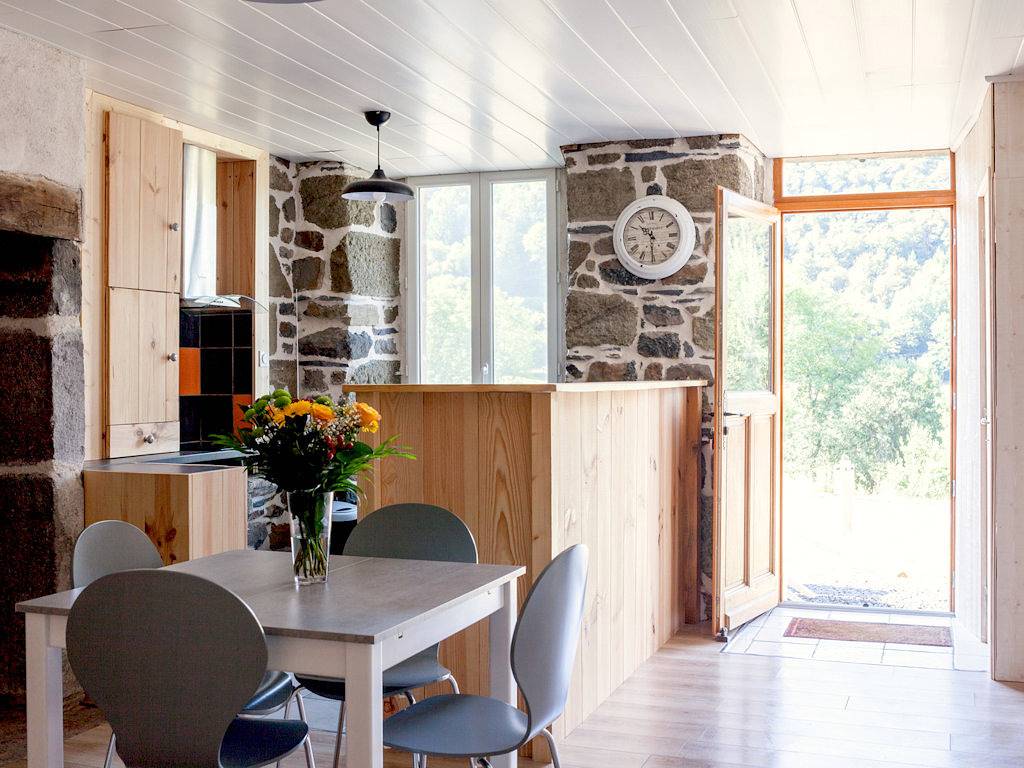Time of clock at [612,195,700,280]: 10:30
